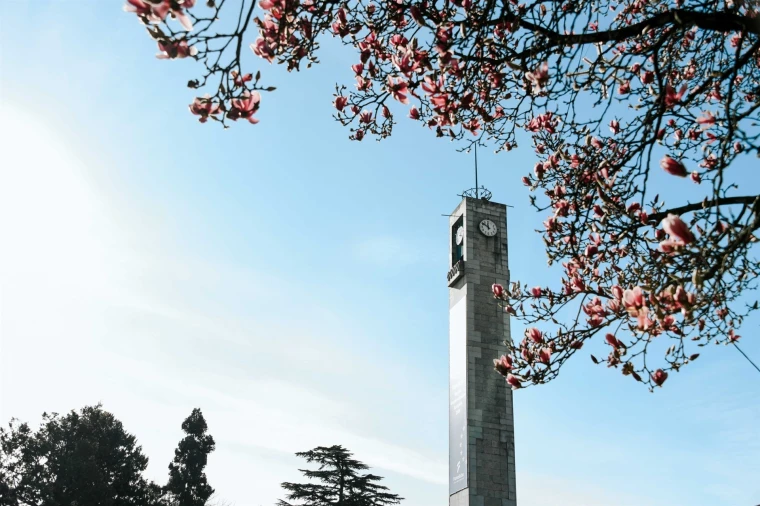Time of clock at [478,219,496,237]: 11:51
